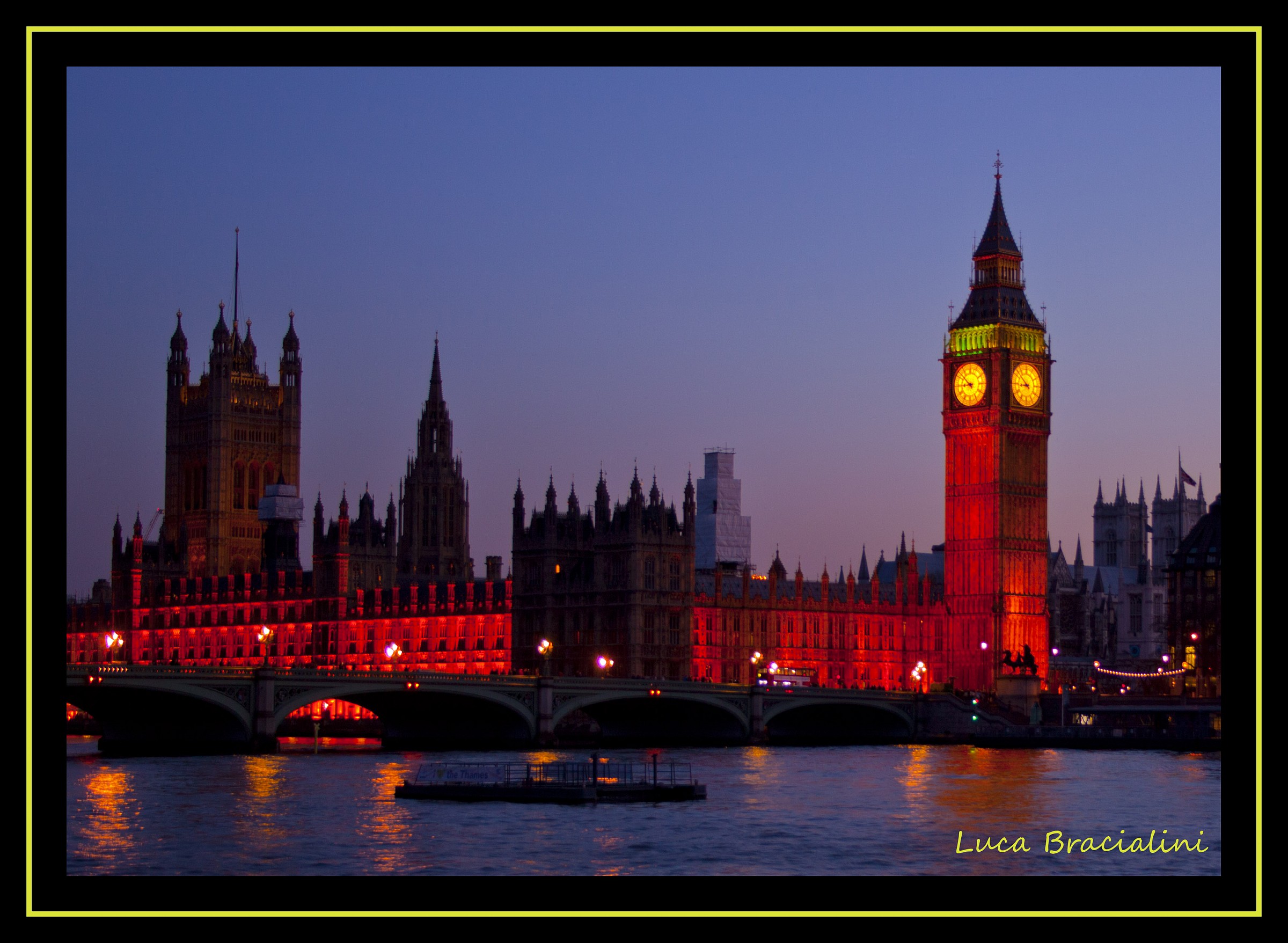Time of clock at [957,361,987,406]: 8:51
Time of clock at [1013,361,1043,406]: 8:51
